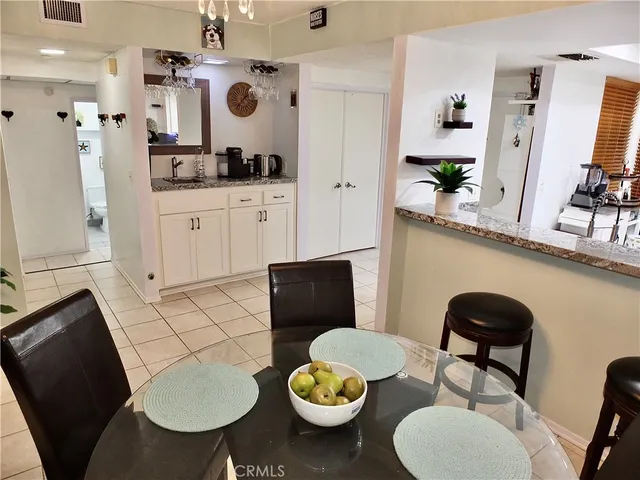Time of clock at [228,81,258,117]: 1:36
